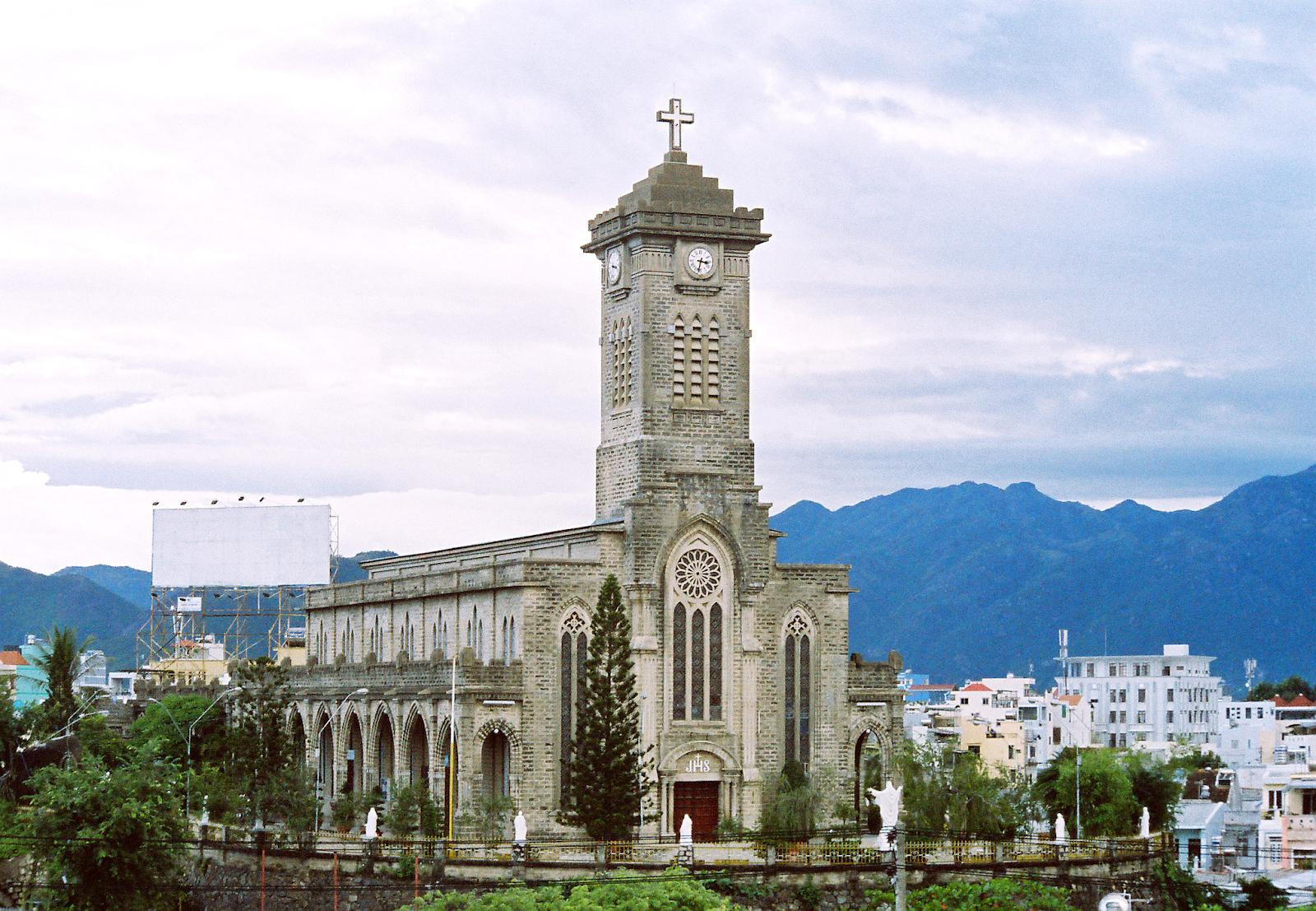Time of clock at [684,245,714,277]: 3:32
